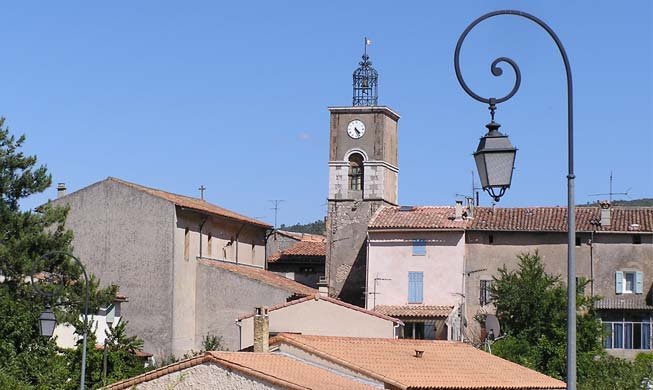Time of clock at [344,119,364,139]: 4:26
